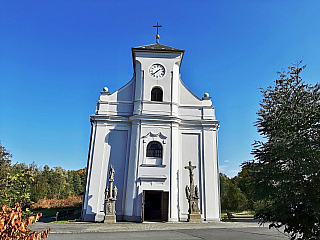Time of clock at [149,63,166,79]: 1:38
